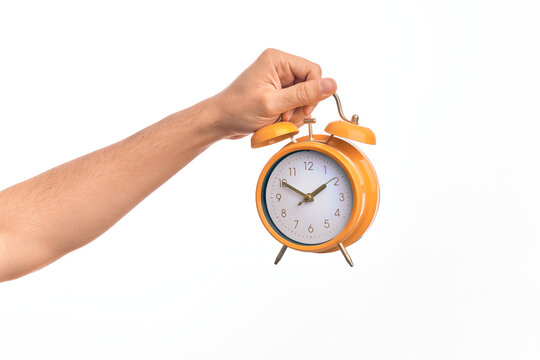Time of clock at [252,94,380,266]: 1:50
